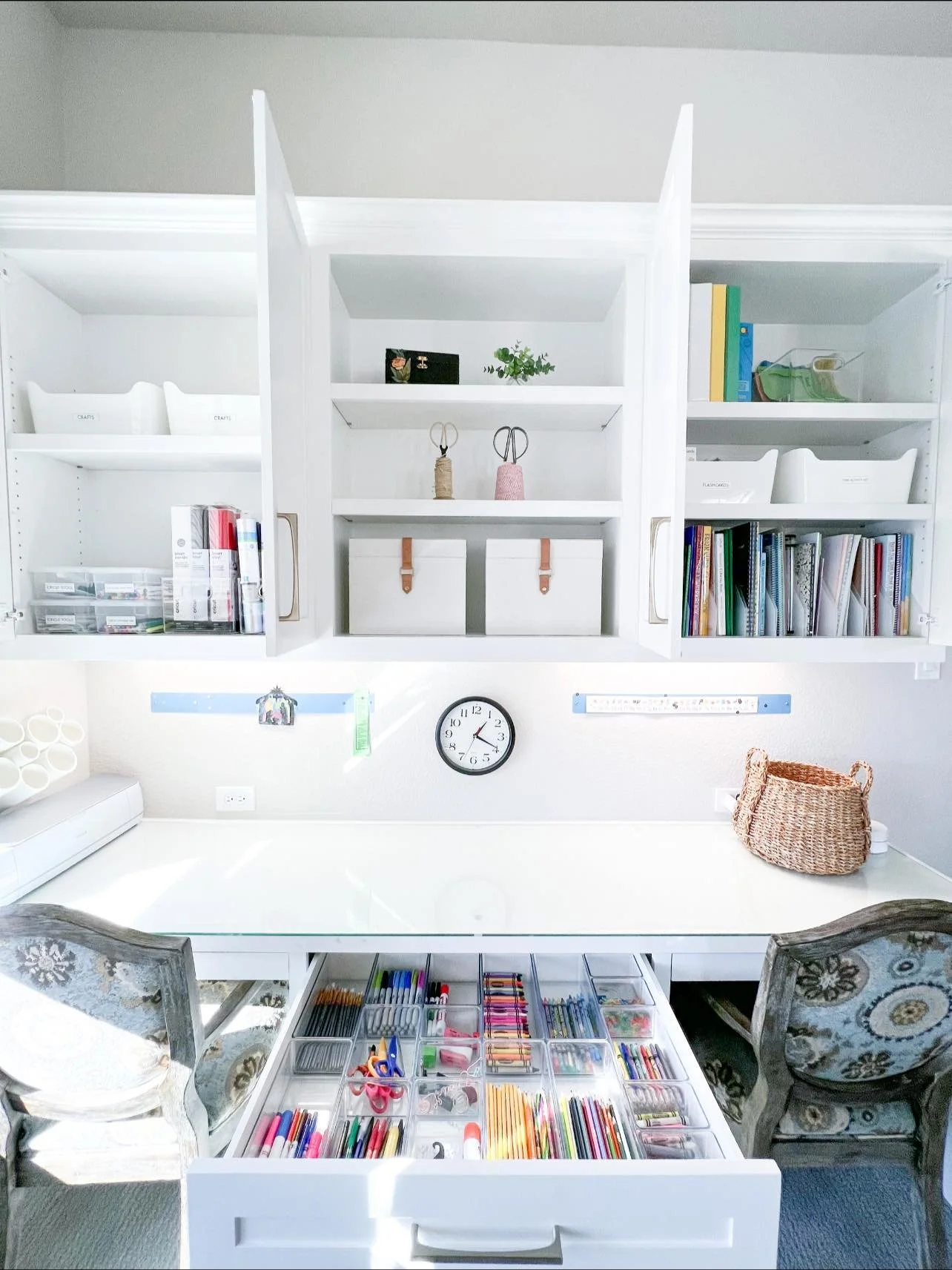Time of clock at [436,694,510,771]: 1:19
